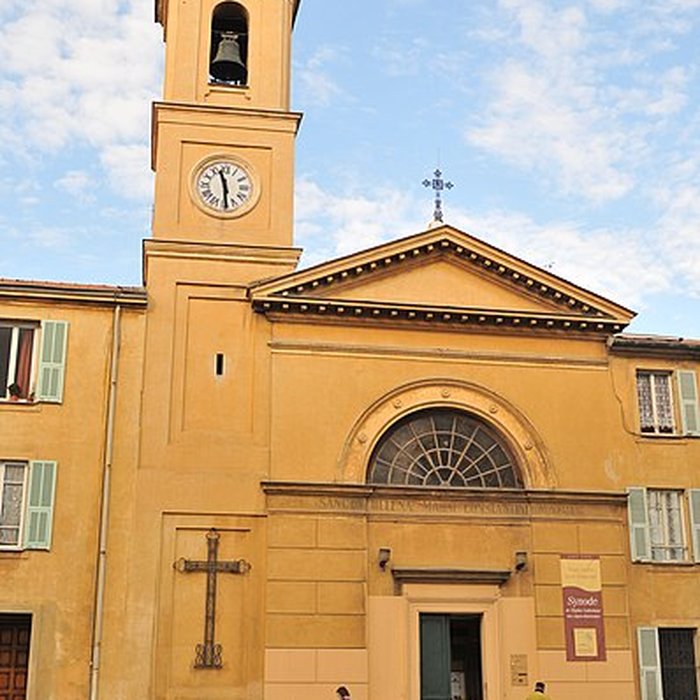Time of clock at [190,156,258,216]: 11:29
